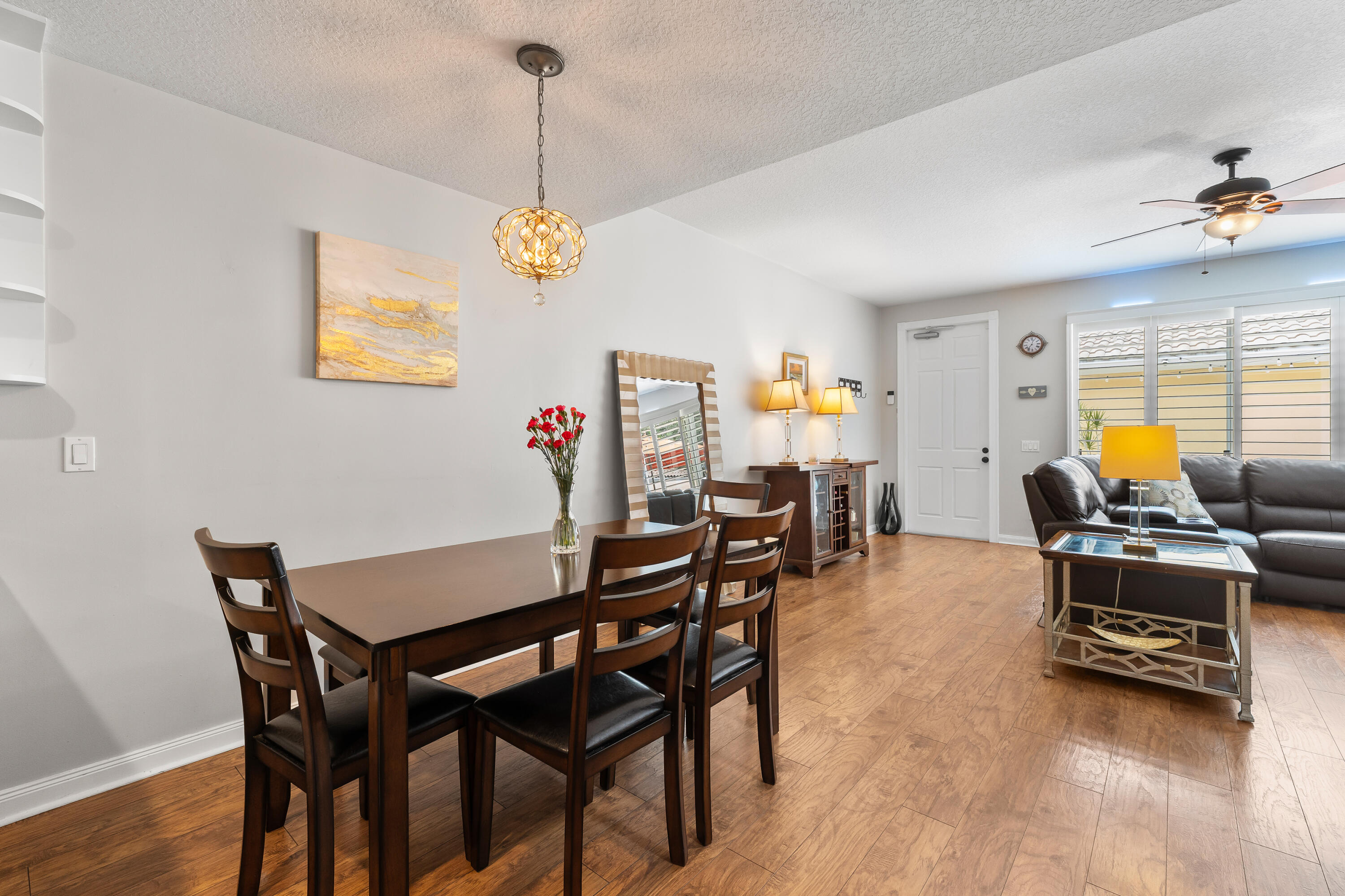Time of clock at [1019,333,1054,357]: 7:03
